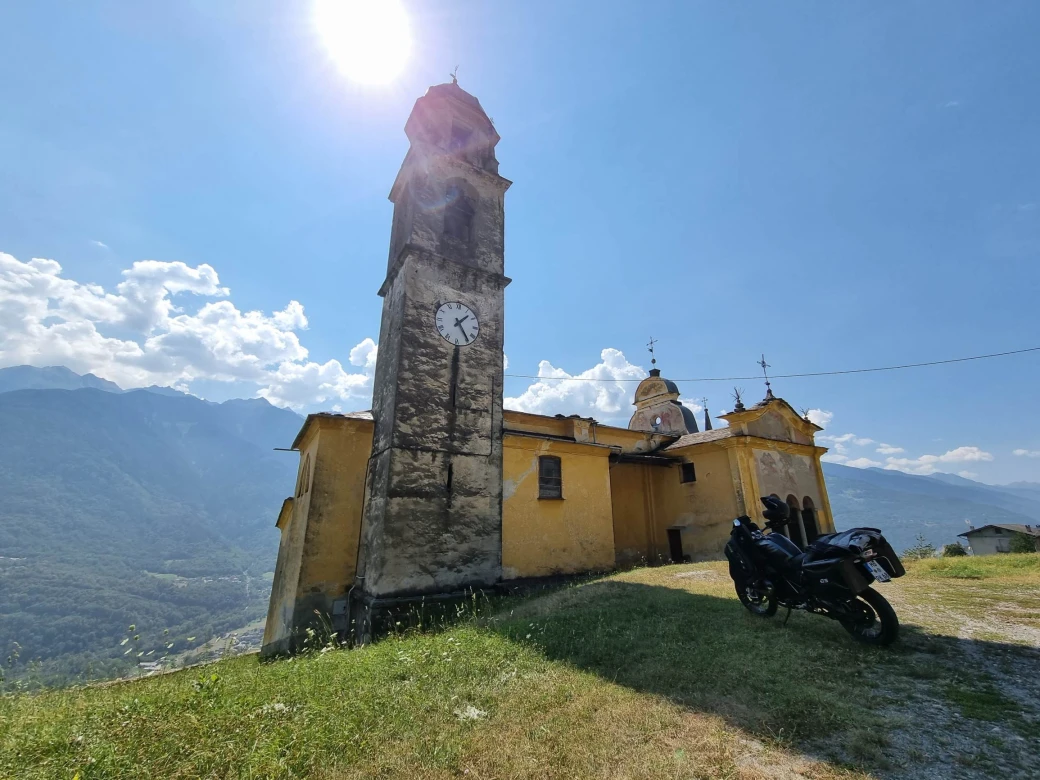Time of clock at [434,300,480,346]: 1:24
